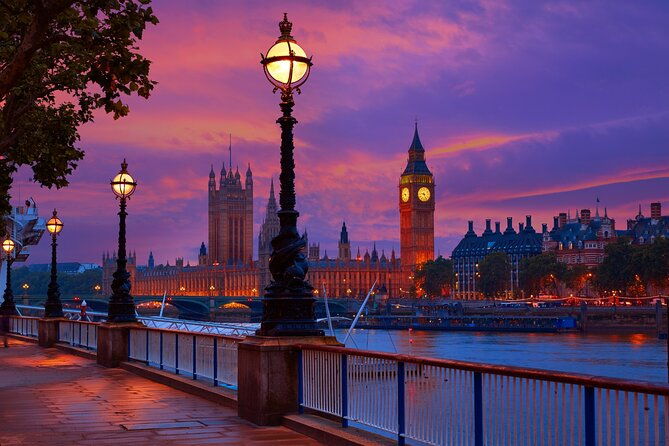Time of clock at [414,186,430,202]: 9:25
